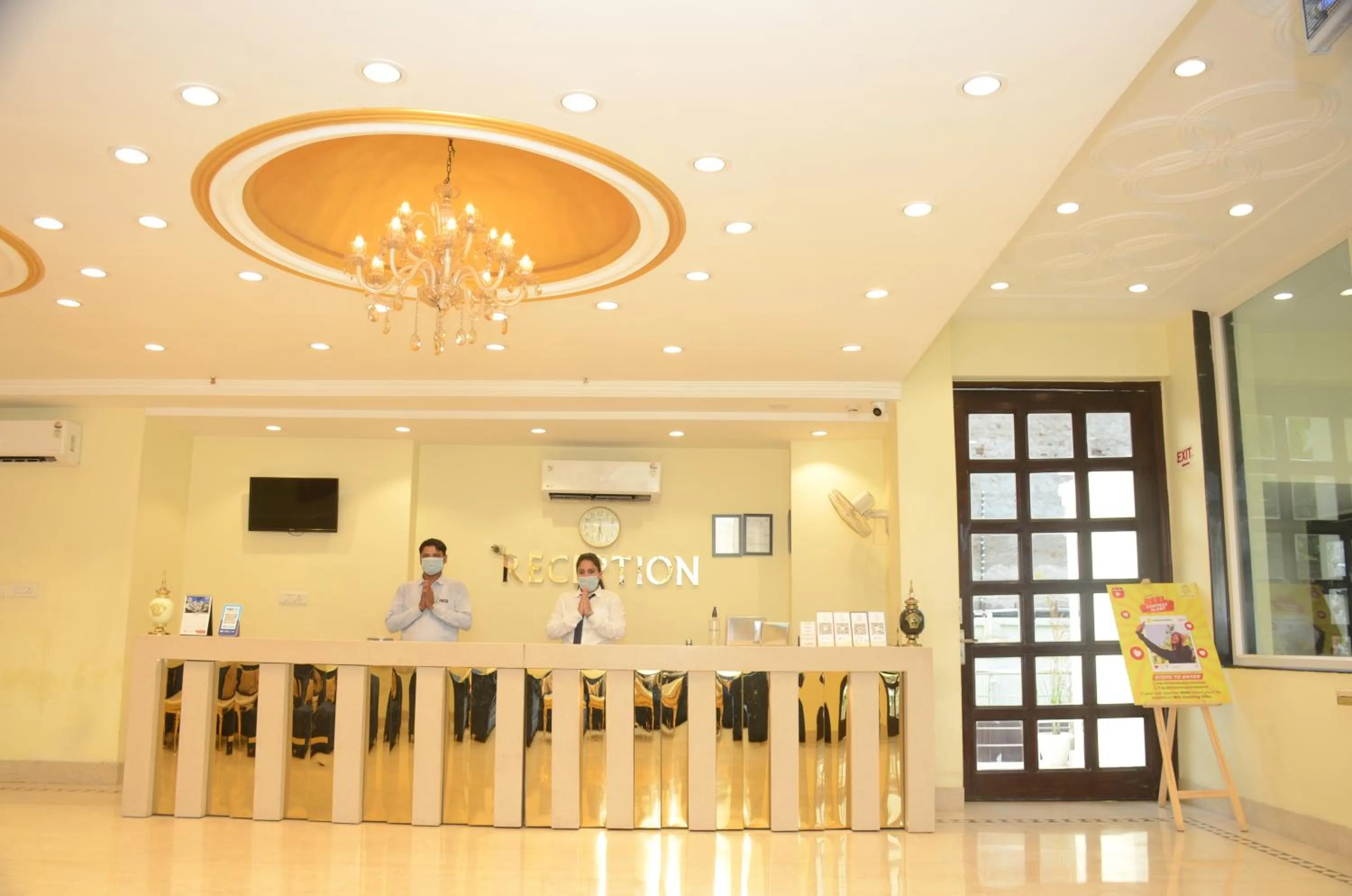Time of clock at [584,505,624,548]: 5:31
